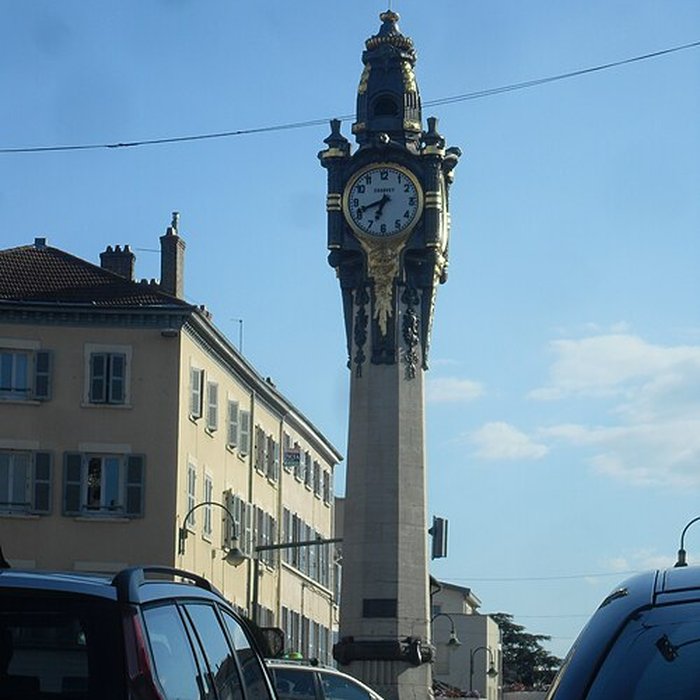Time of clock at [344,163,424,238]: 6:41
